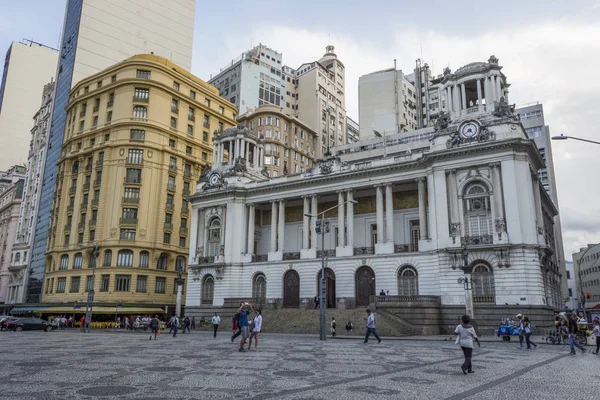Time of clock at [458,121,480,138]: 4:40
